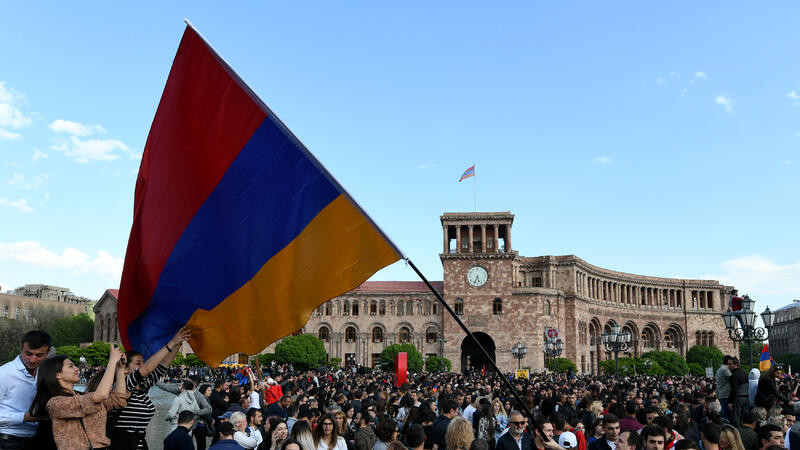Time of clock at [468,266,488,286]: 5:34
